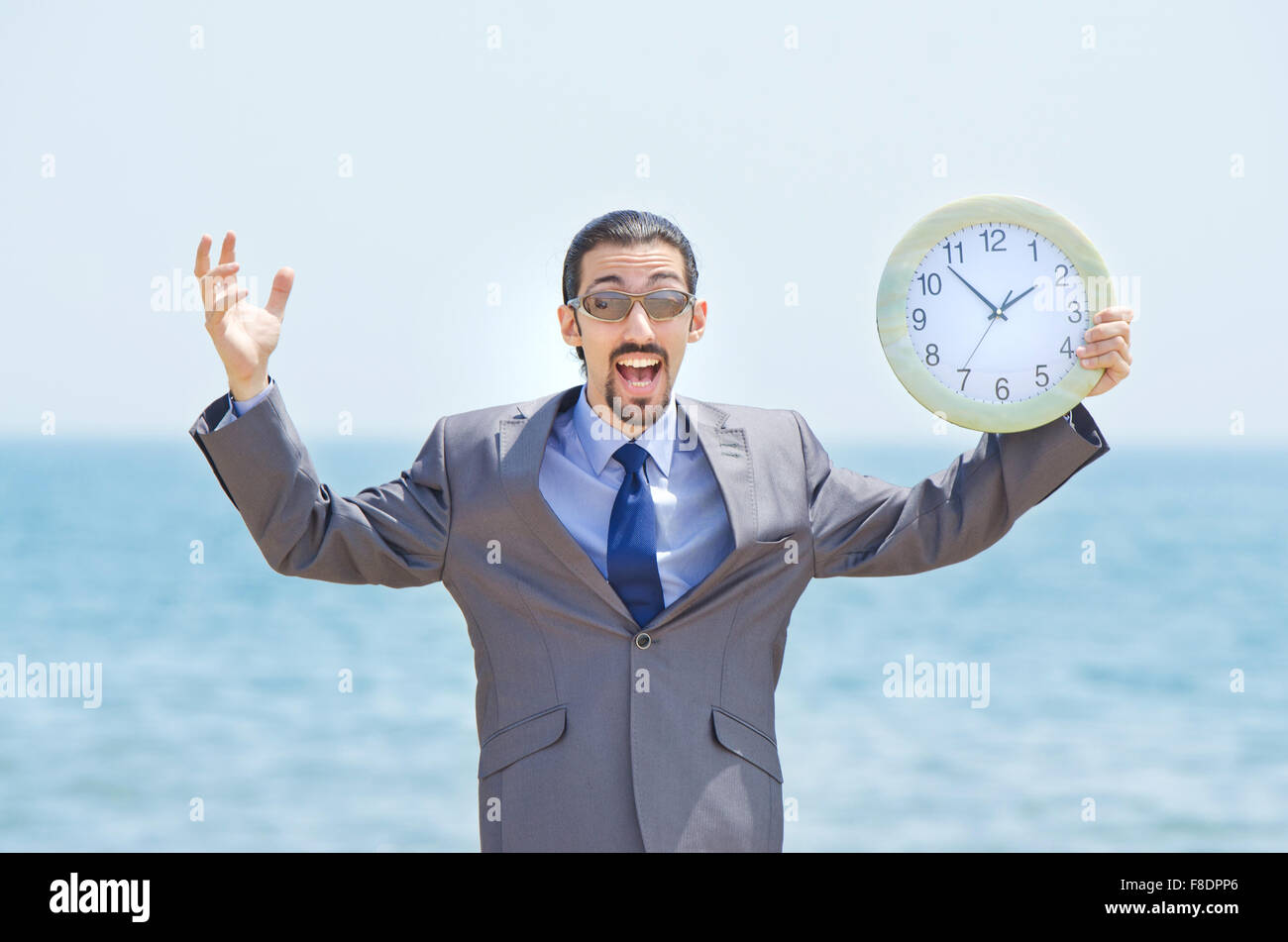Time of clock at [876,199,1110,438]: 1:52
